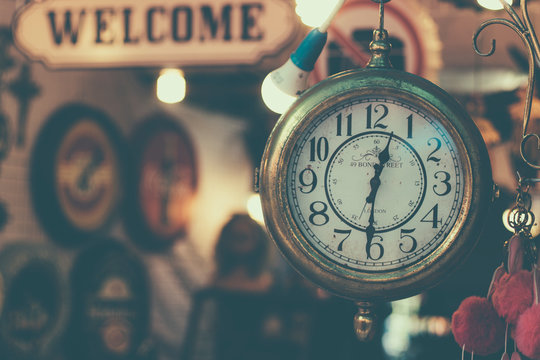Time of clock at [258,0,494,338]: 12:30
